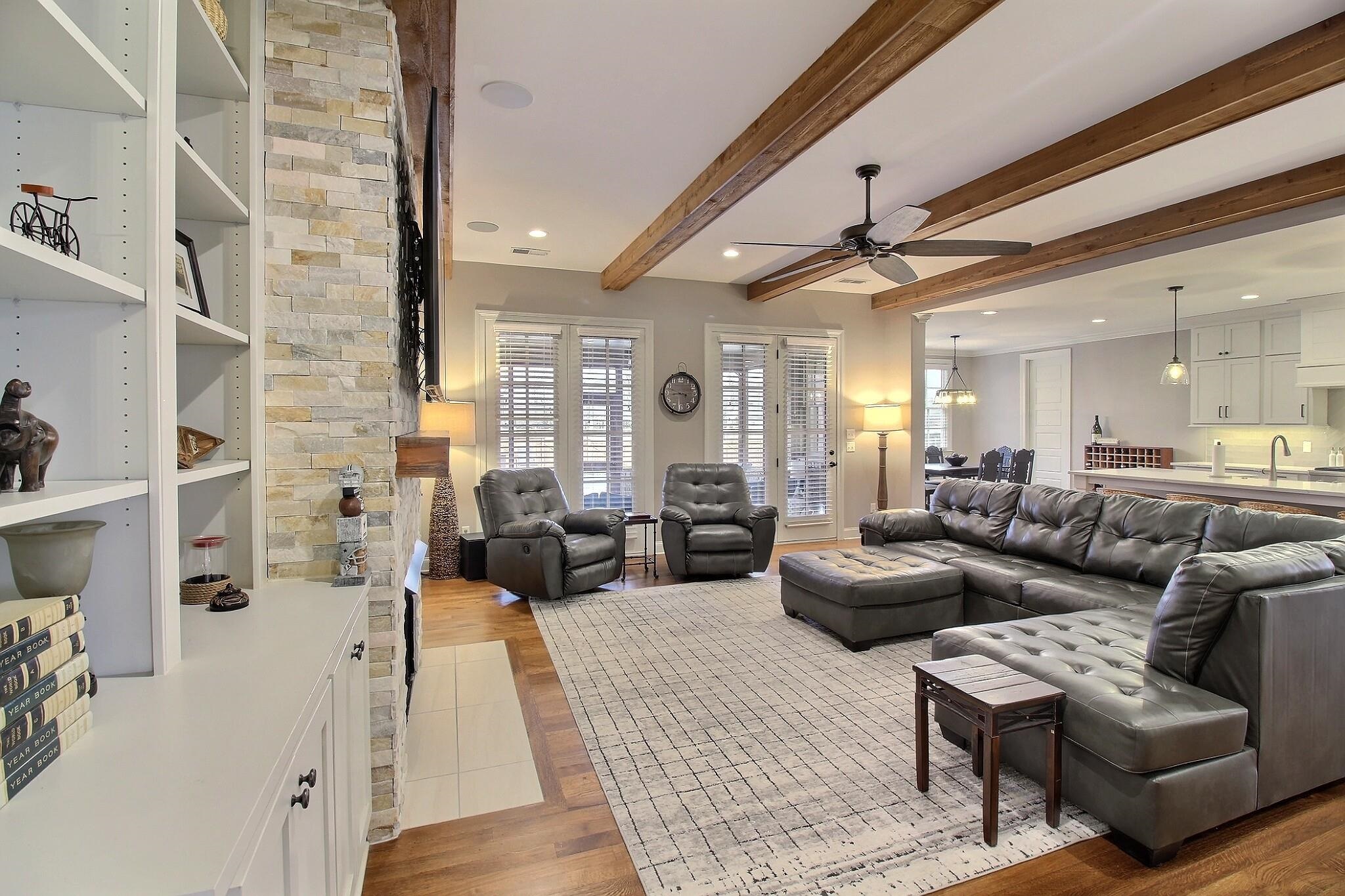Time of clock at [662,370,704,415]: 8:48
